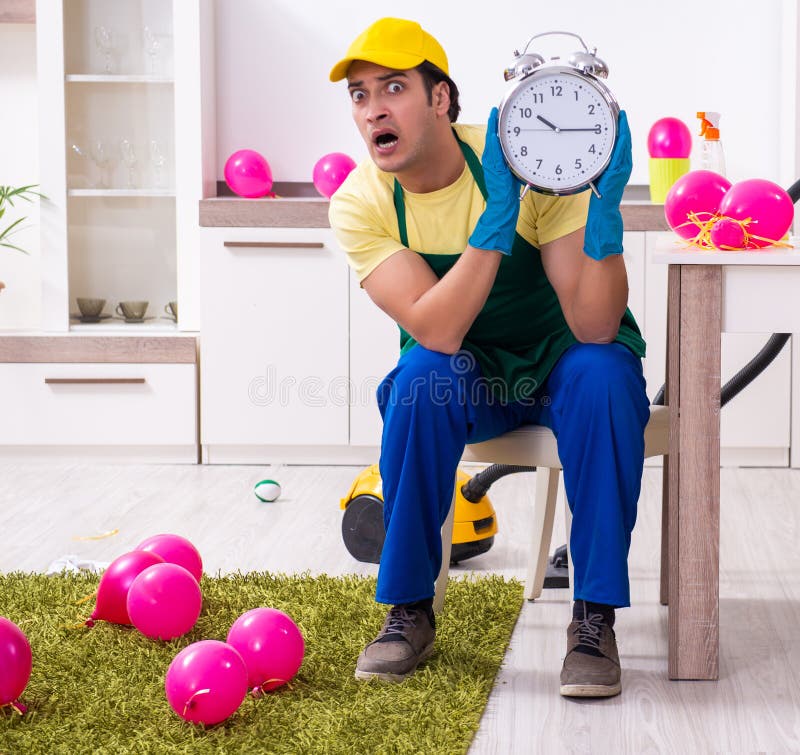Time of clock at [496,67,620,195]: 10:15
